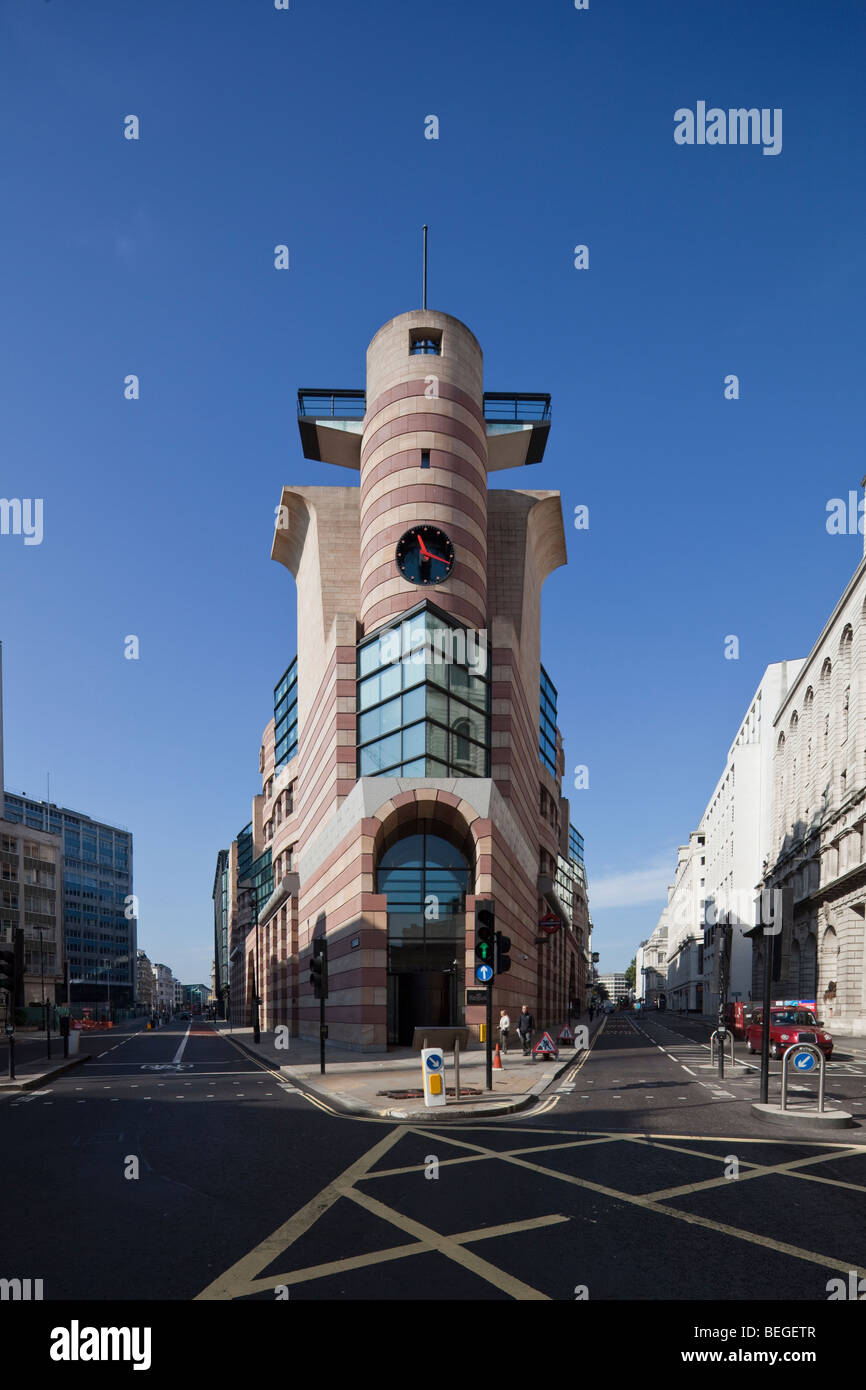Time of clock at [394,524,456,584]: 11:18
